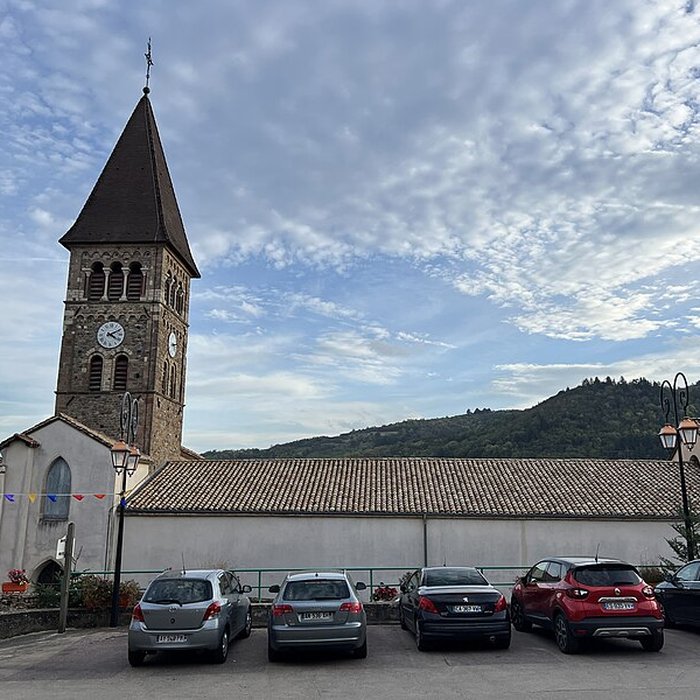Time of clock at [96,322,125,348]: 4:10
